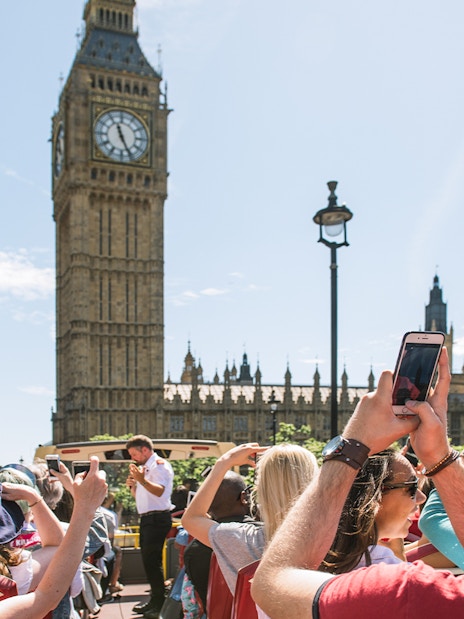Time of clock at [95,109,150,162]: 11:25
